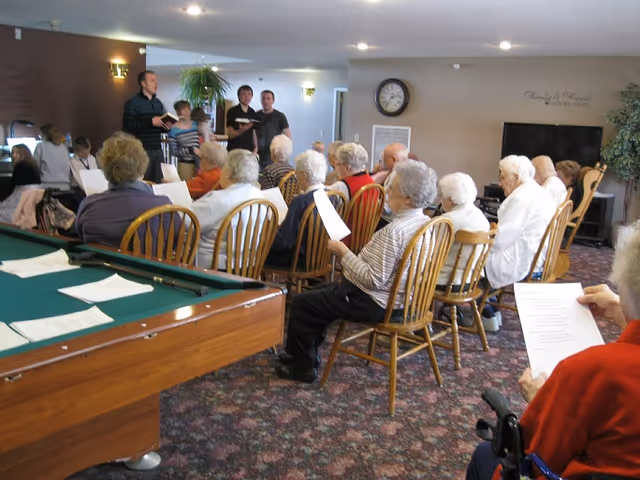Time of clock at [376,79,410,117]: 2:36
